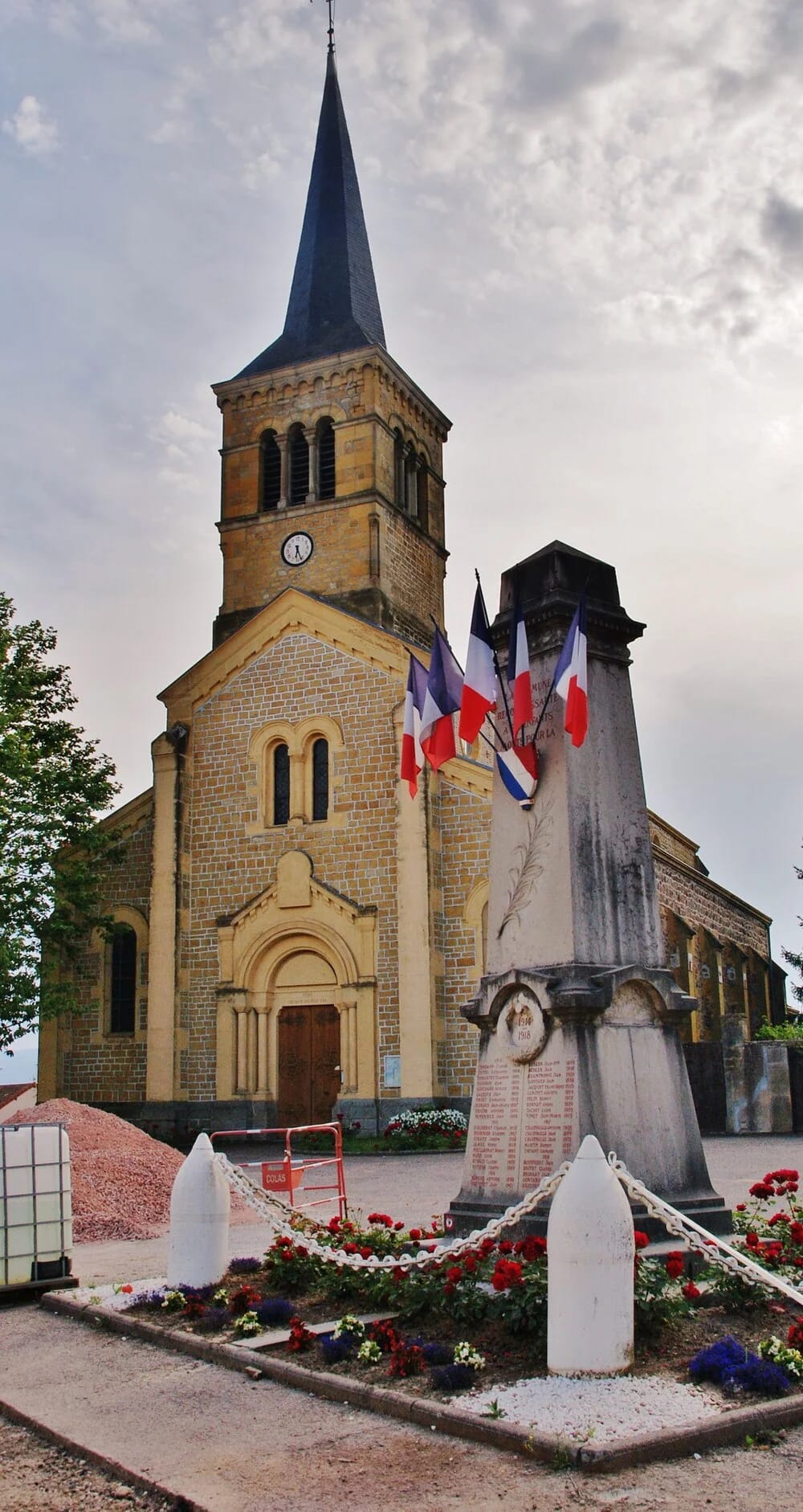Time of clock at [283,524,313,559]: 6:26
